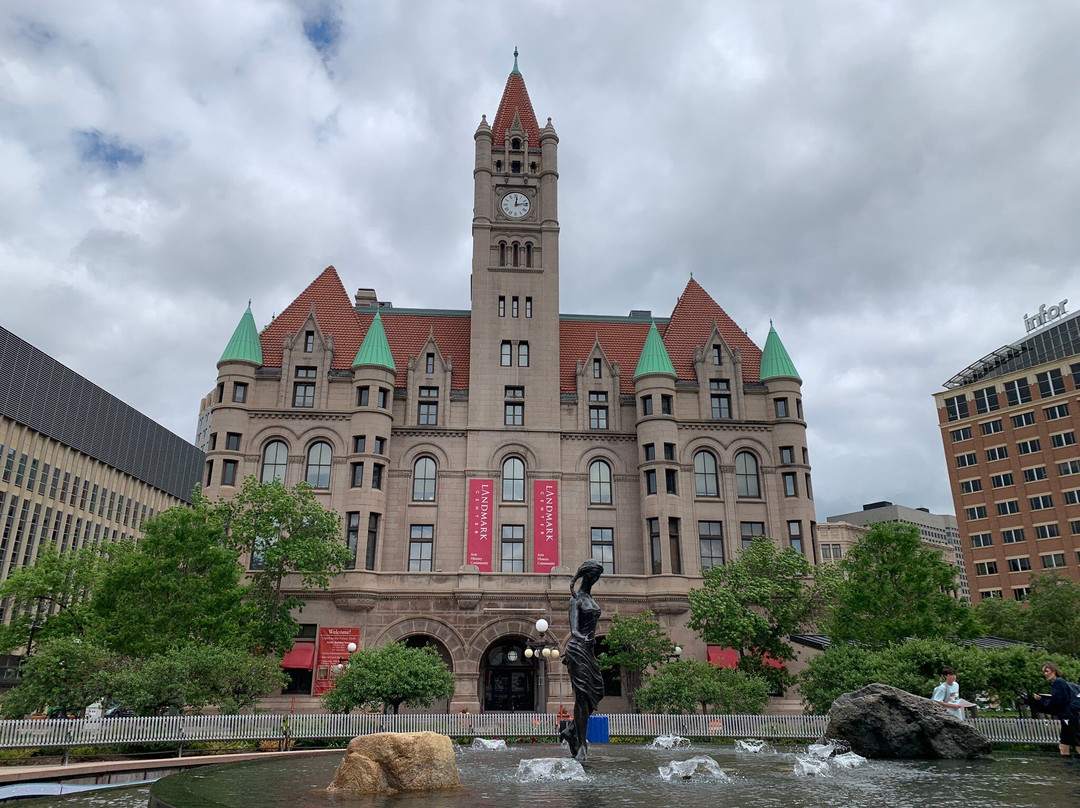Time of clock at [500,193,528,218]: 12:13
